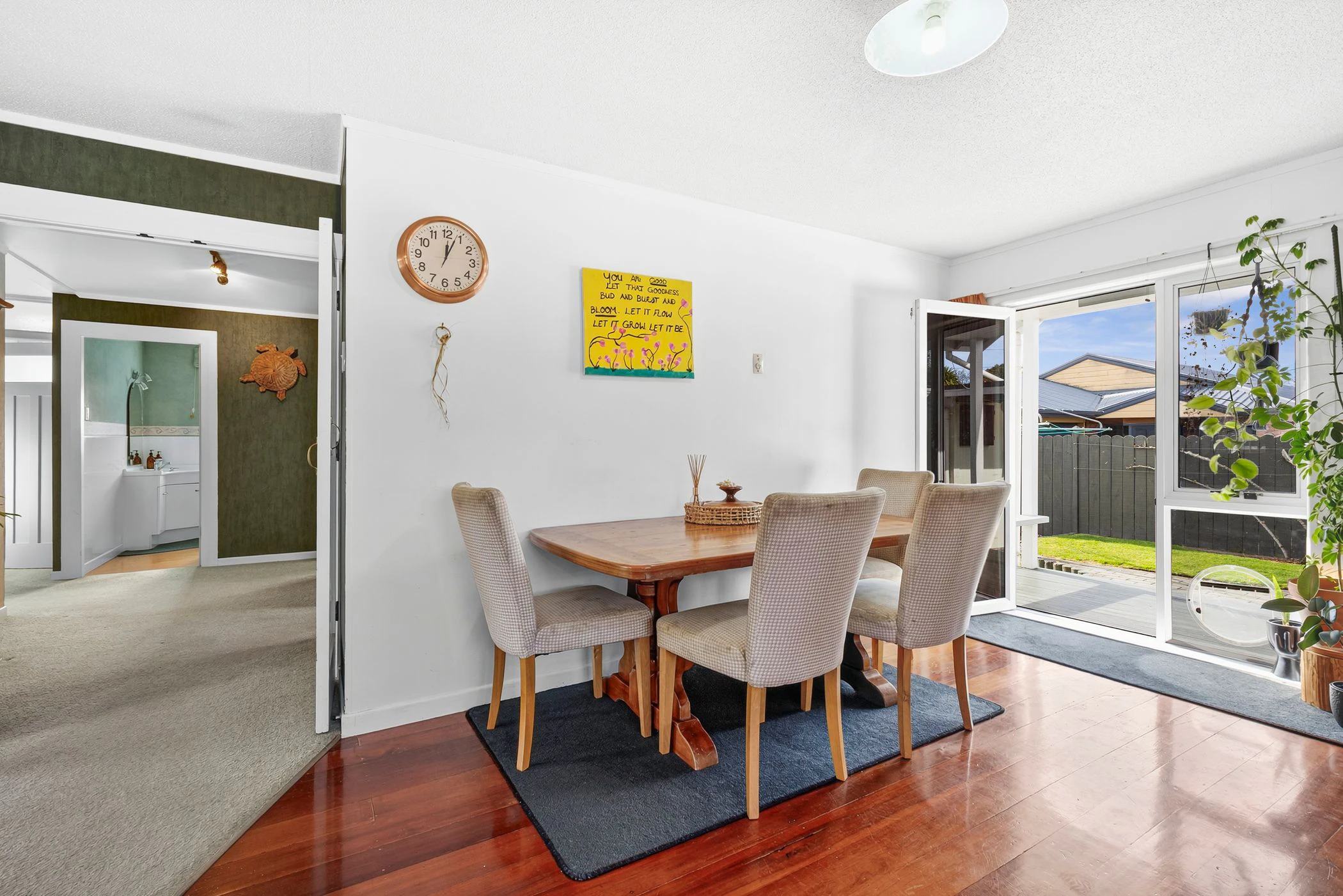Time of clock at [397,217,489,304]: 12:03
